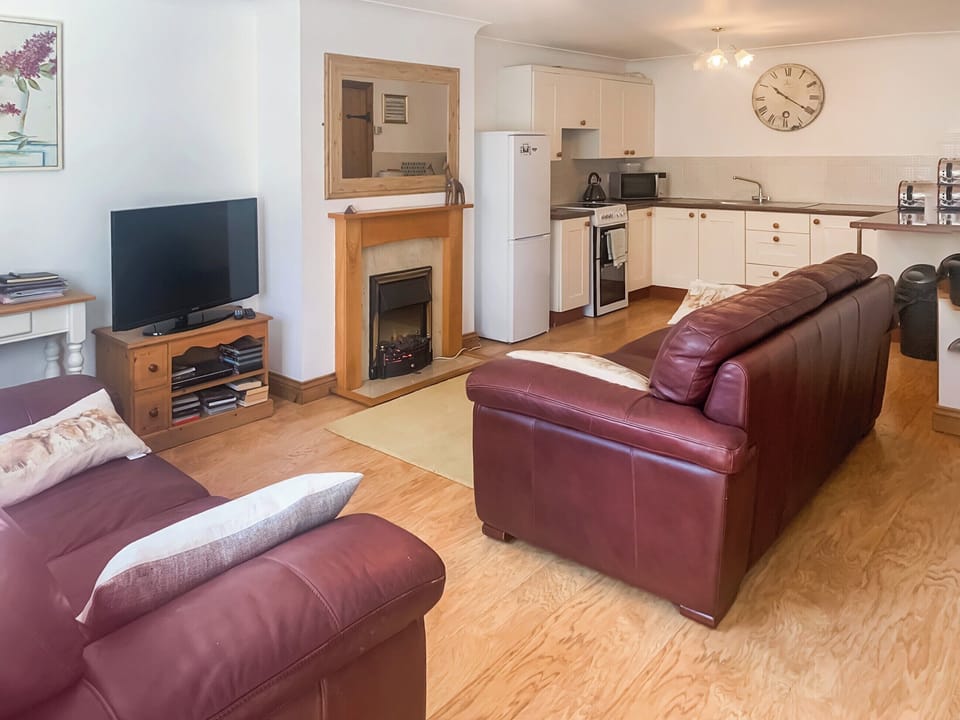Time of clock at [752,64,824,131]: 10:20
